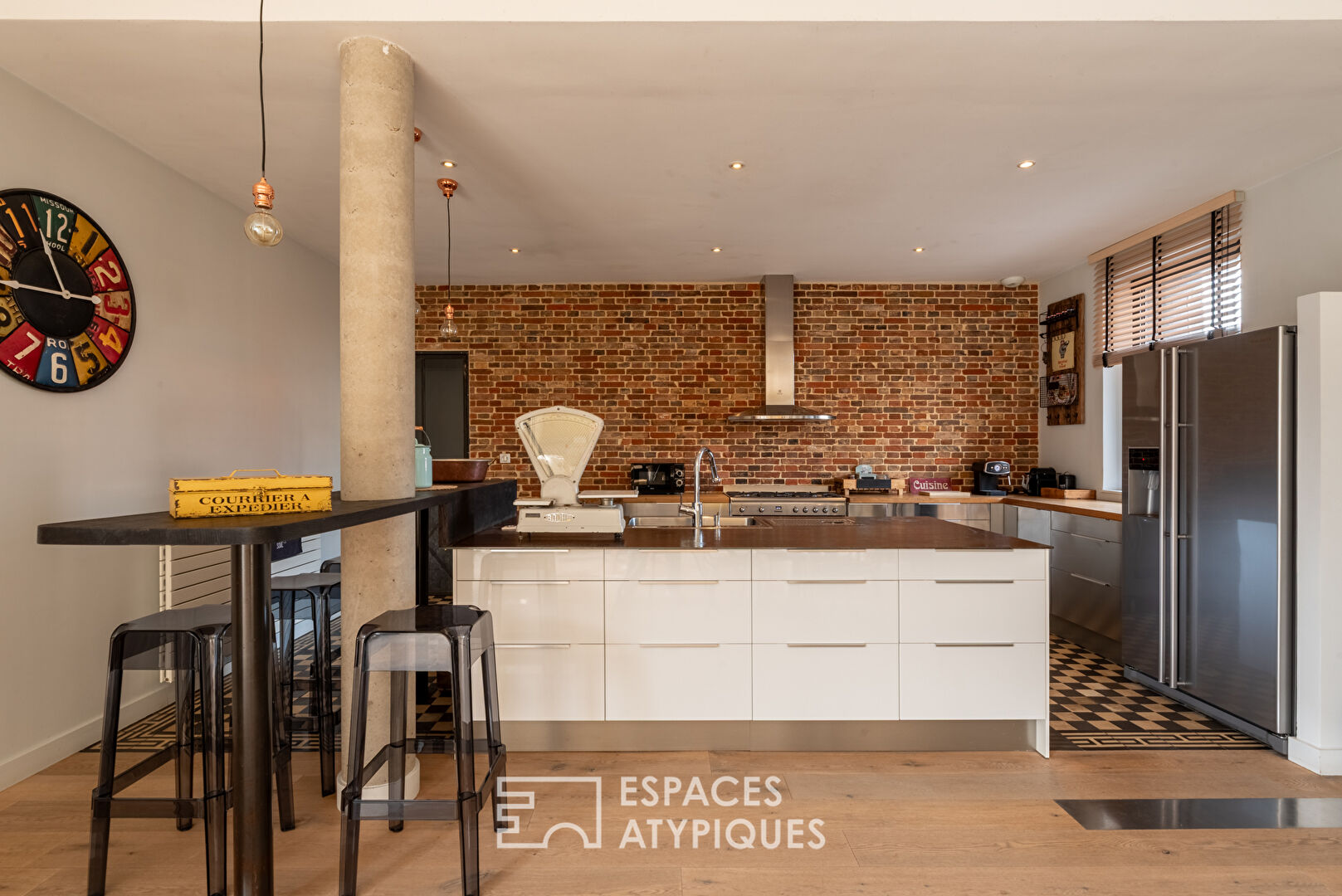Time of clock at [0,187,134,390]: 2:56
